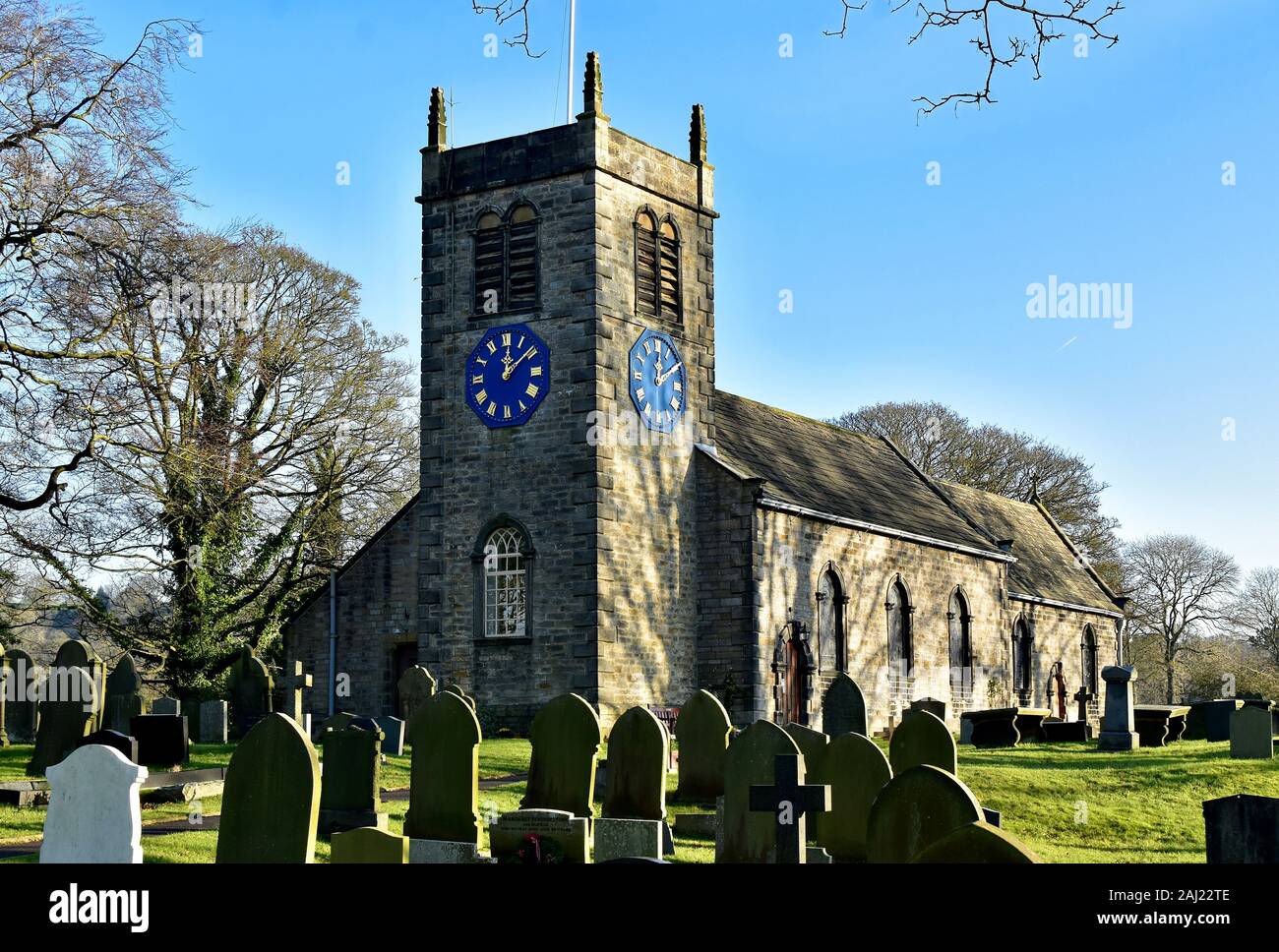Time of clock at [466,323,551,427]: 12:08
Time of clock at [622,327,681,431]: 12:09
